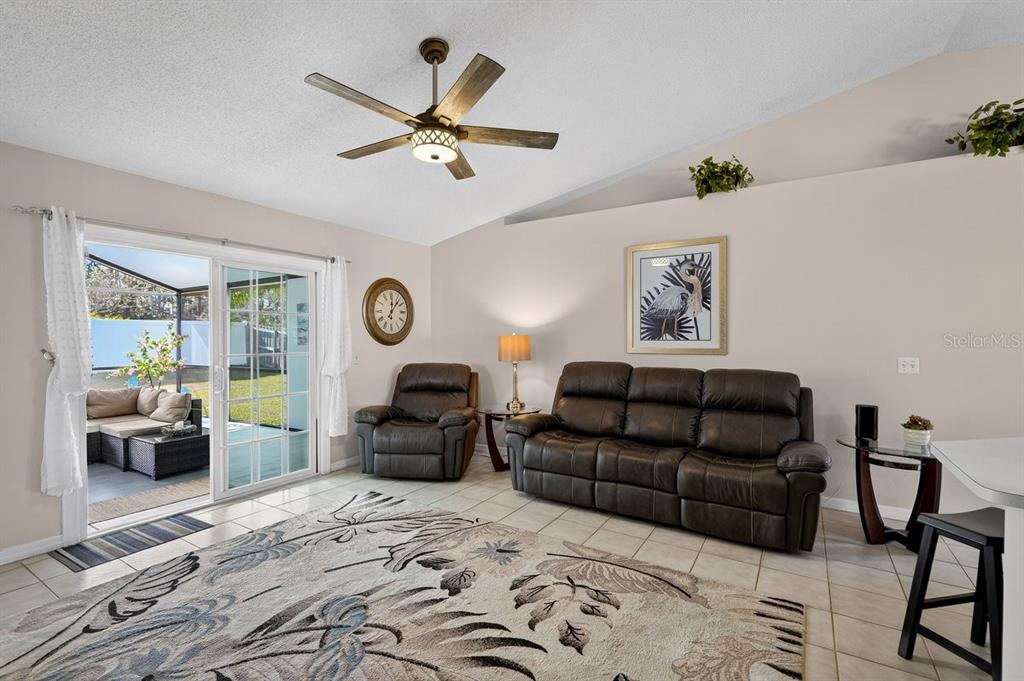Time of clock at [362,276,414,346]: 12:06
